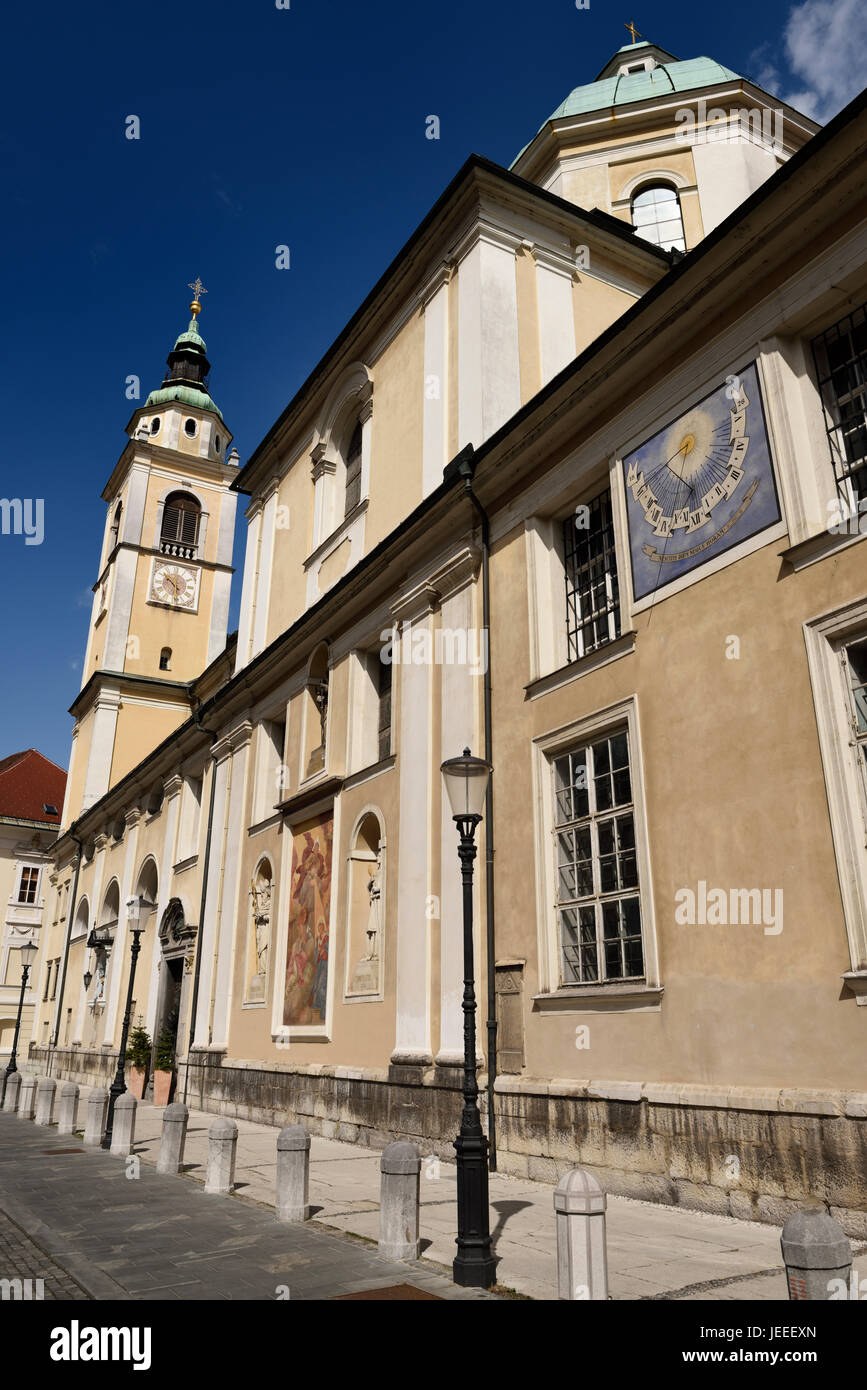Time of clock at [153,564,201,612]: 10:28
